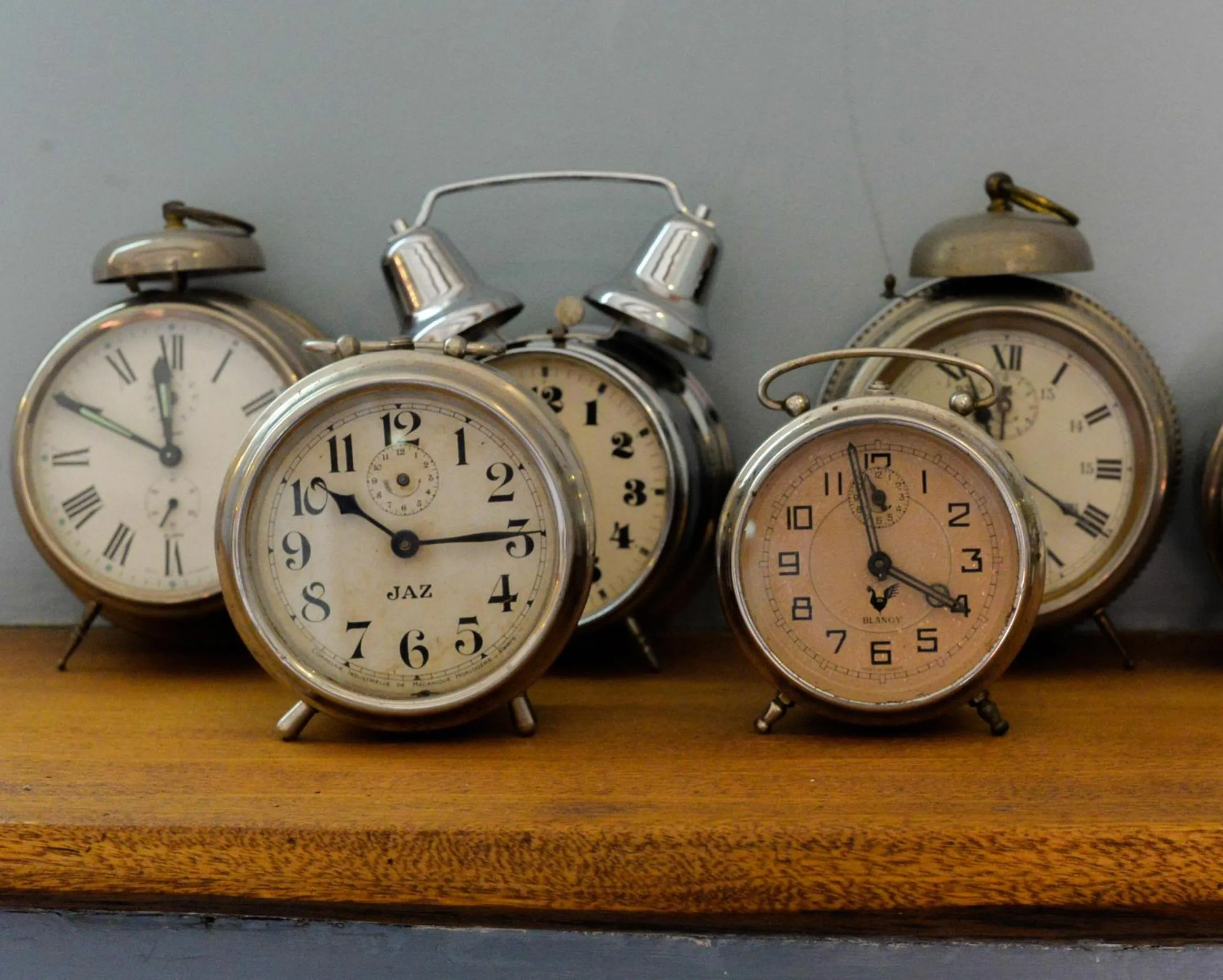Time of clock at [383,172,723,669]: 10:14
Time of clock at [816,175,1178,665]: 3:58
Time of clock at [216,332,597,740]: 10:14
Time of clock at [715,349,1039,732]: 3:58
